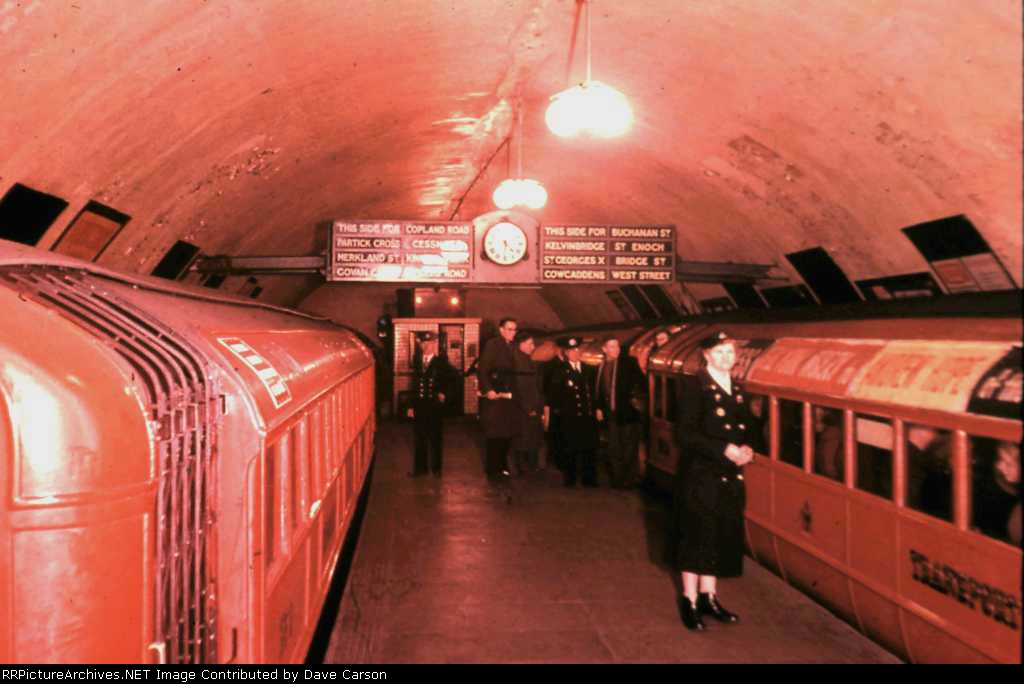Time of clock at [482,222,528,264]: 4:30
